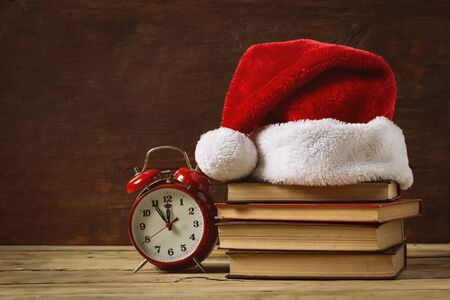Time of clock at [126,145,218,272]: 11:54
